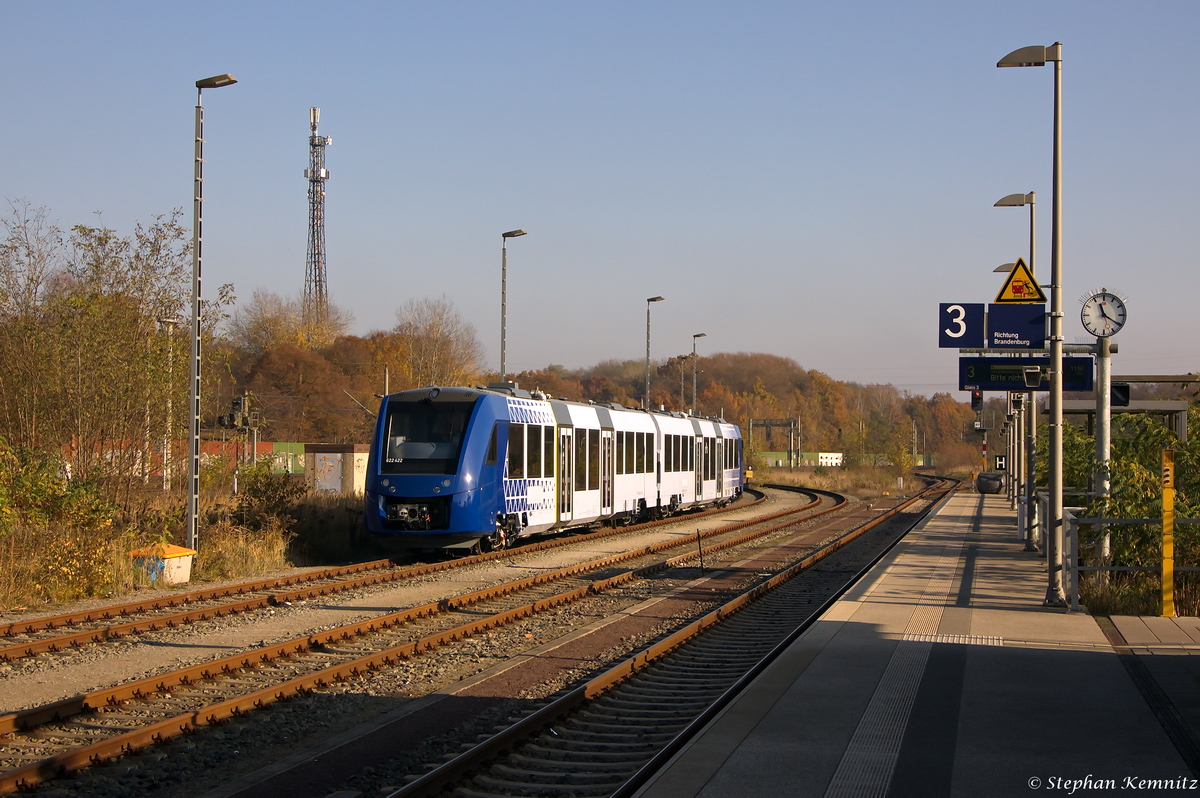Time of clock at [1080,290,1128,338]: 11:20
